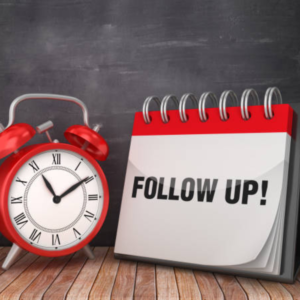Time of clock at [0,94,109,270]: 11:09
